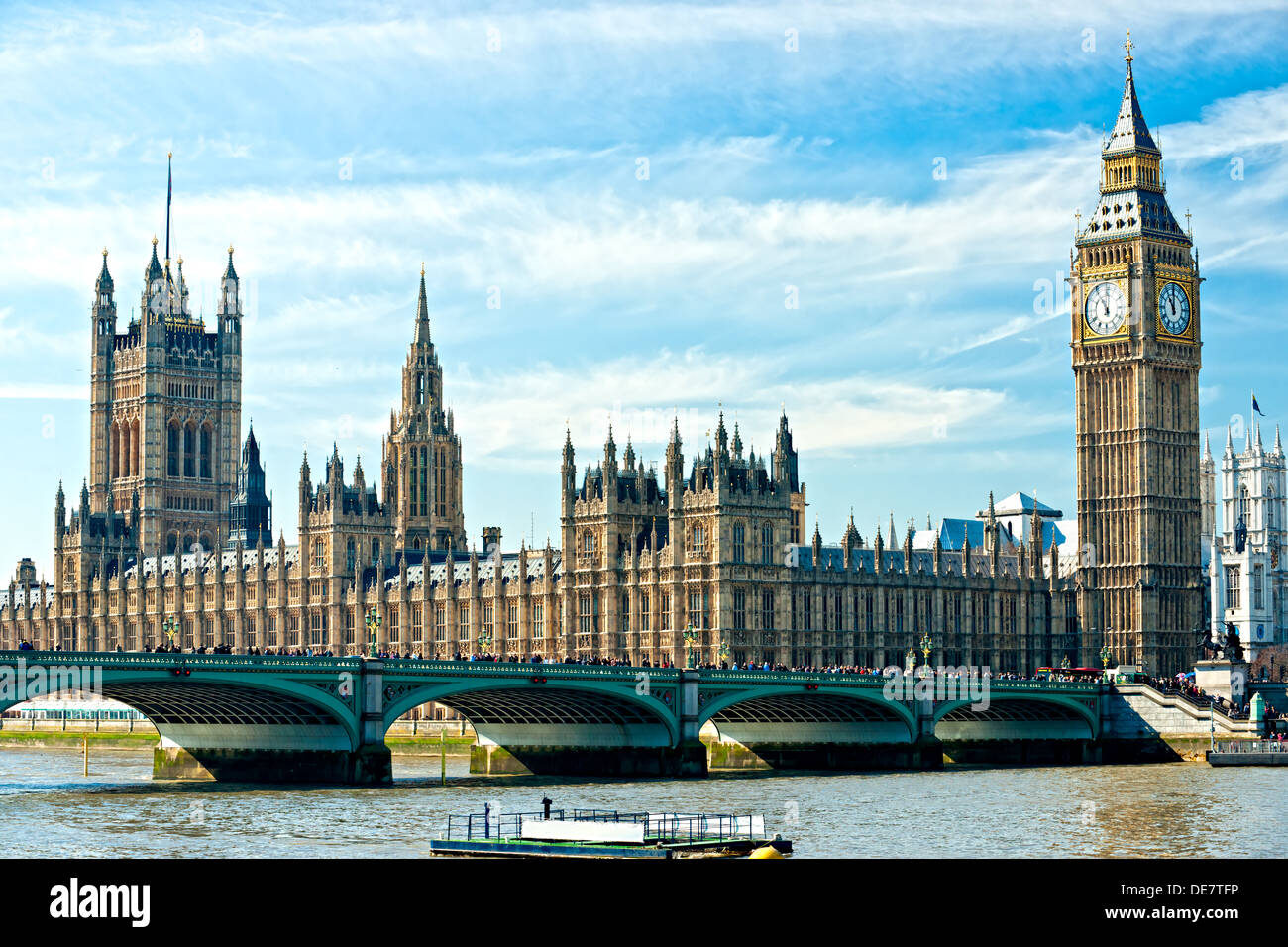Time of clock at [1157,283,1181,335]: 11:00
